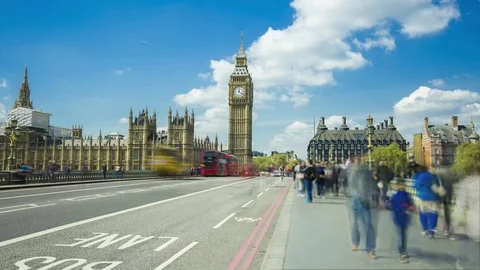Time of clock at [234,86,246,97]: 12:21
